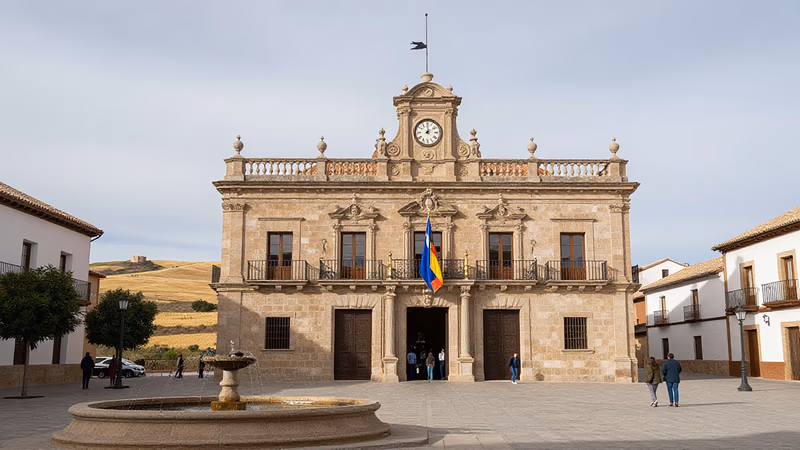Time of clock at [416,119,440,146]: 2:00
